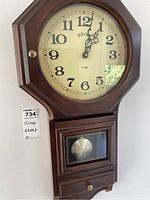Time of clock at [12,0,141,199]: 1:02
